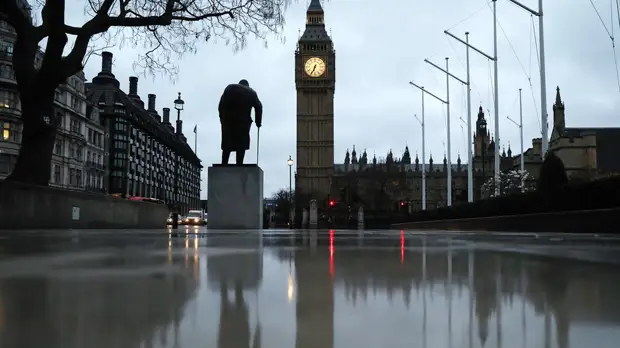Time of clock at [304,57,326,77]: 6:34
